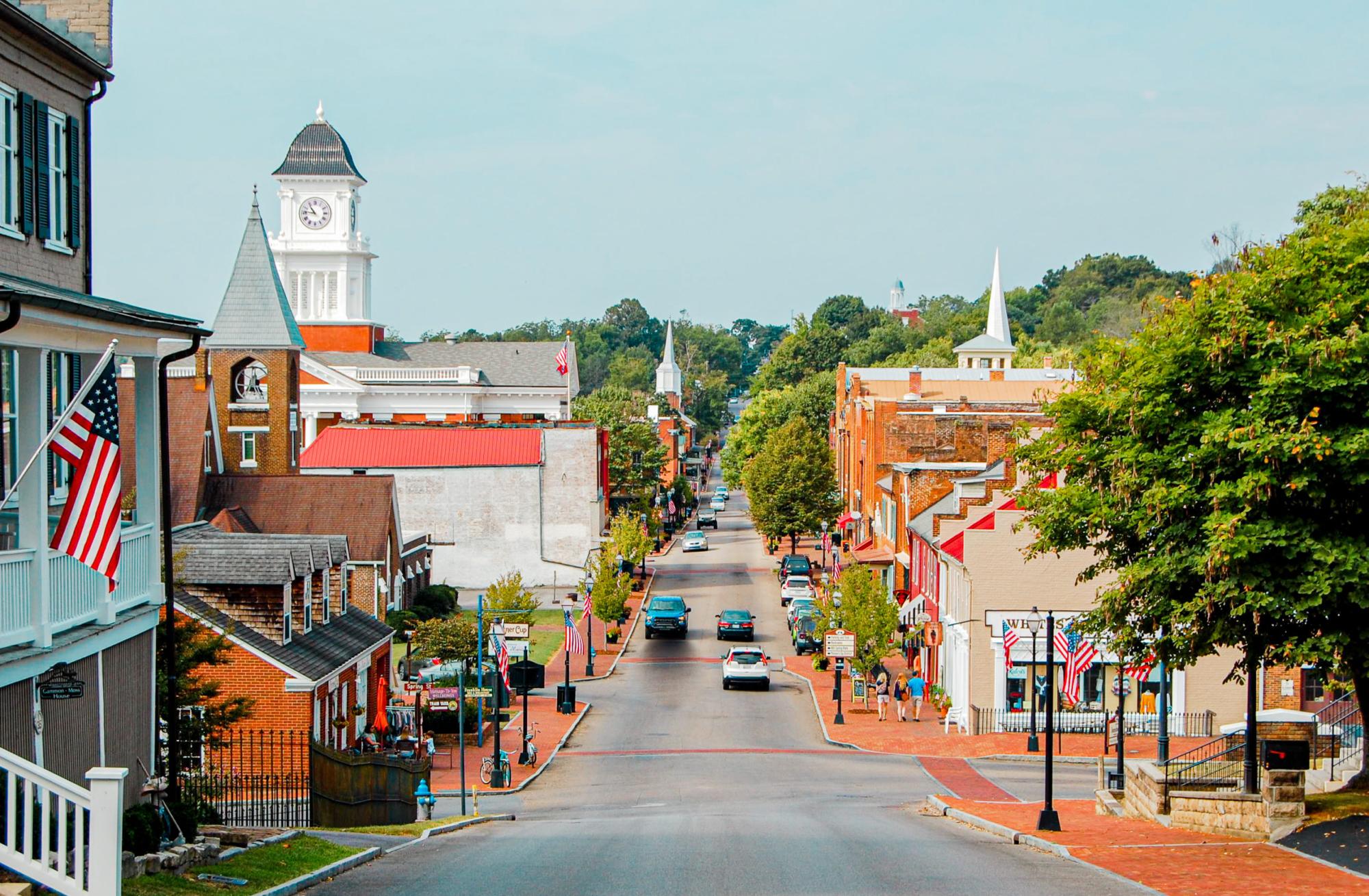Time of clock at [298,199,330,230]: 10:46
